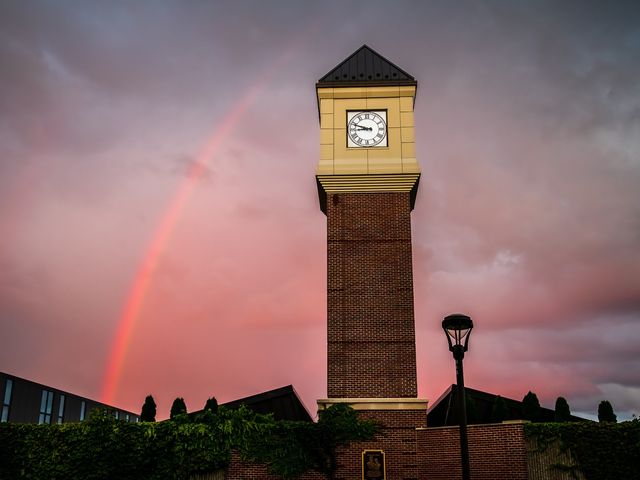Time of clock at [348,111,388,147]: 8:48
